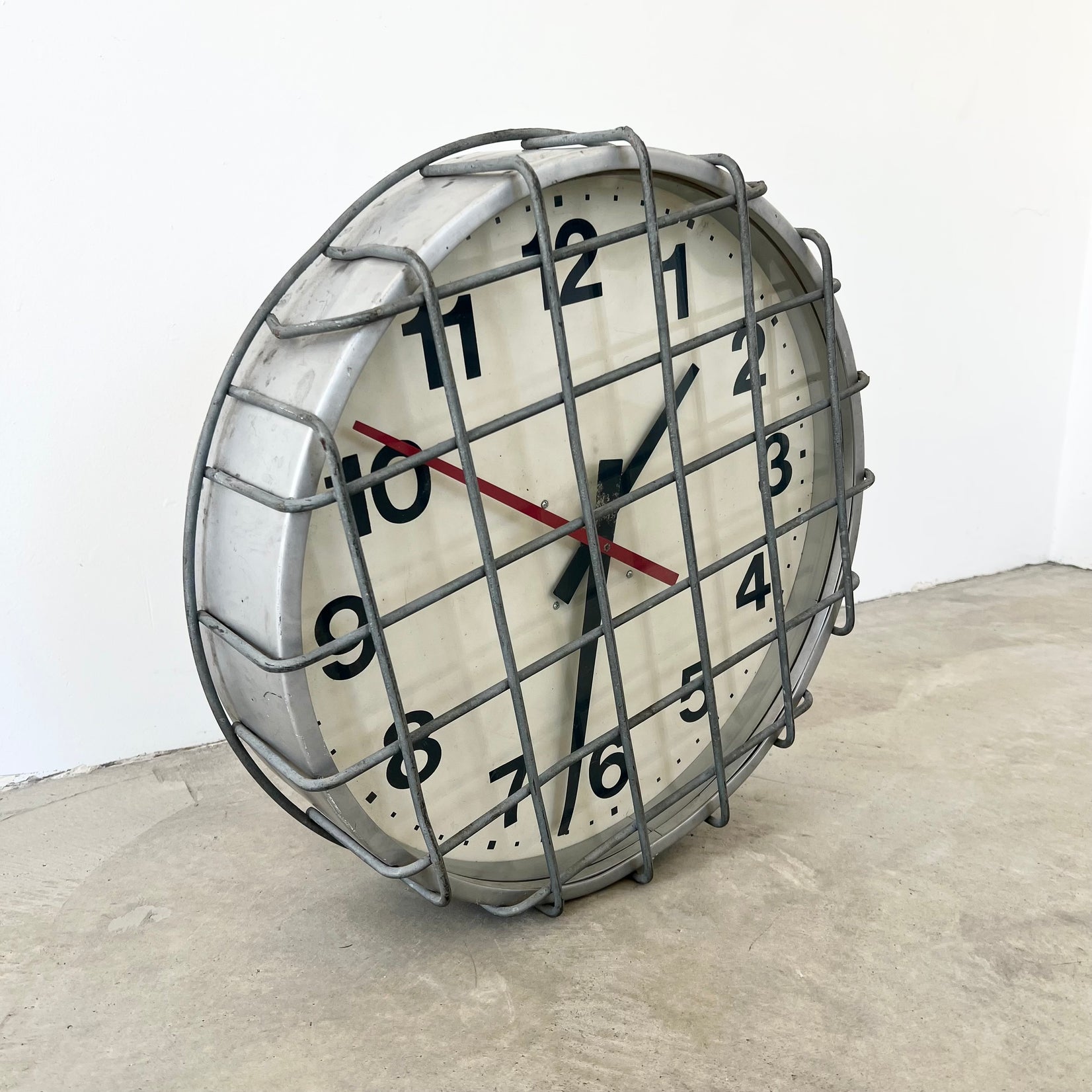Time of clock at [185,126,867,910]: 1:32
